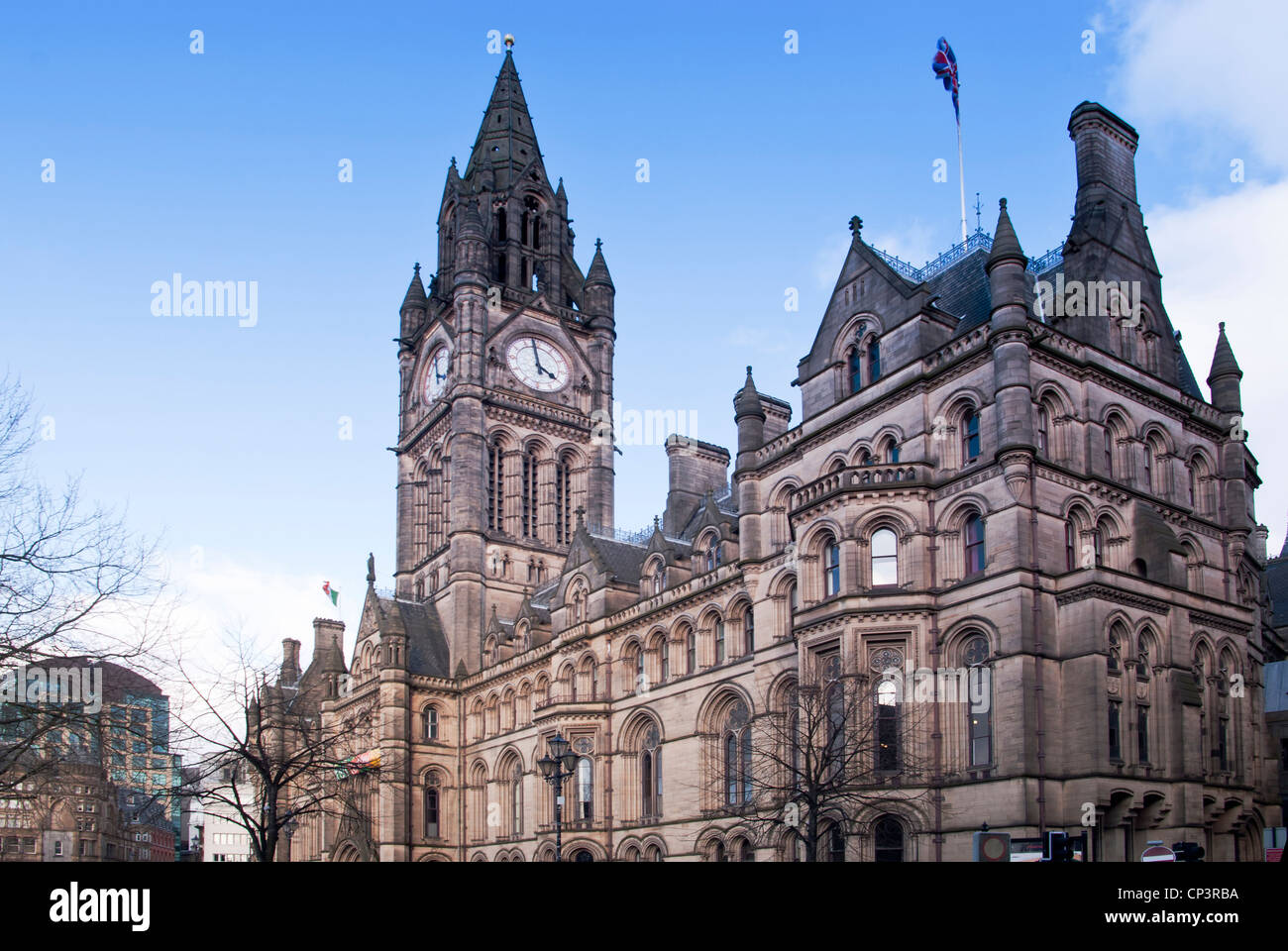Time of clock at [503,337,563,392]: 3:58
